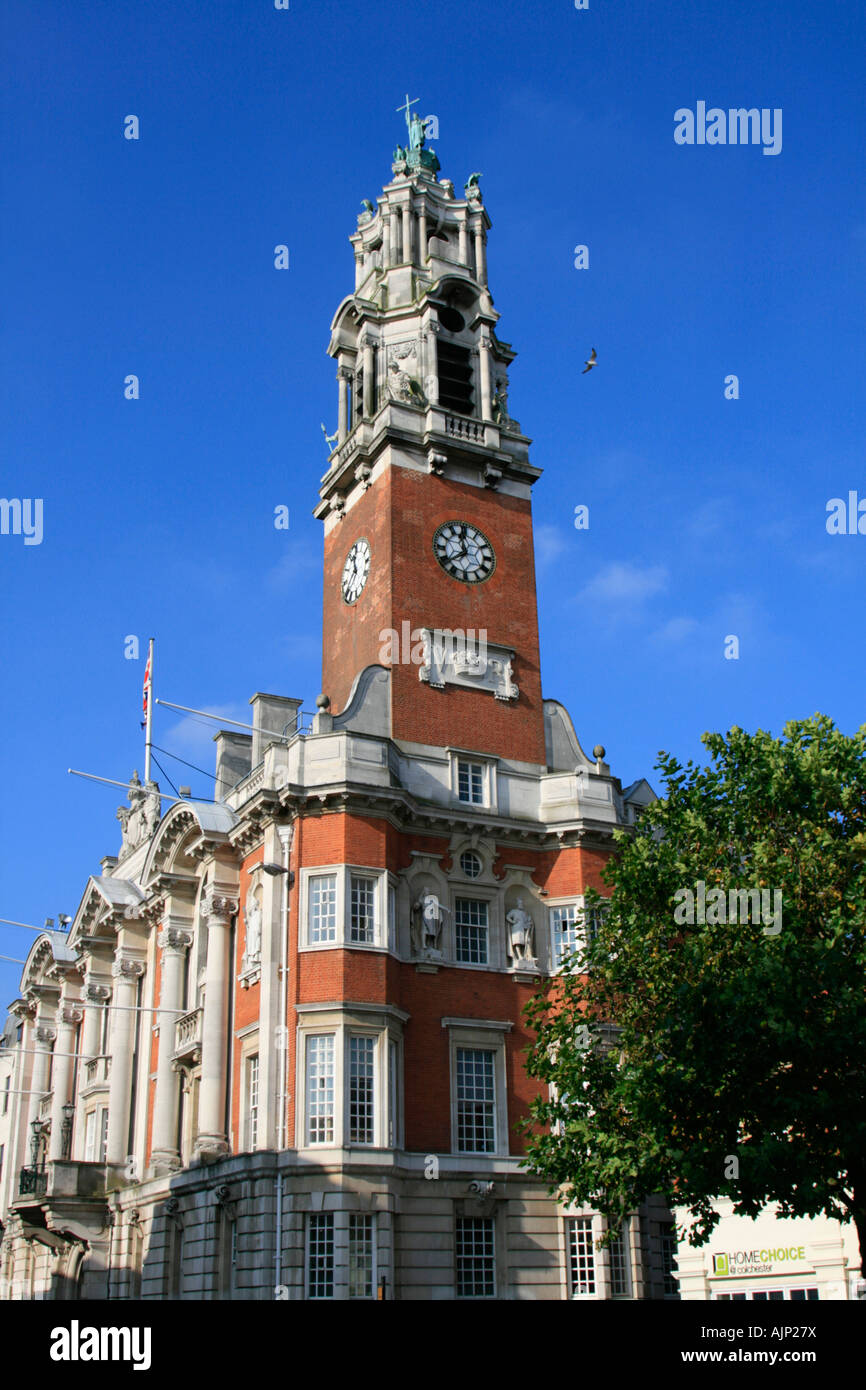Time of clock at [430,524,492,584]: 11:38
